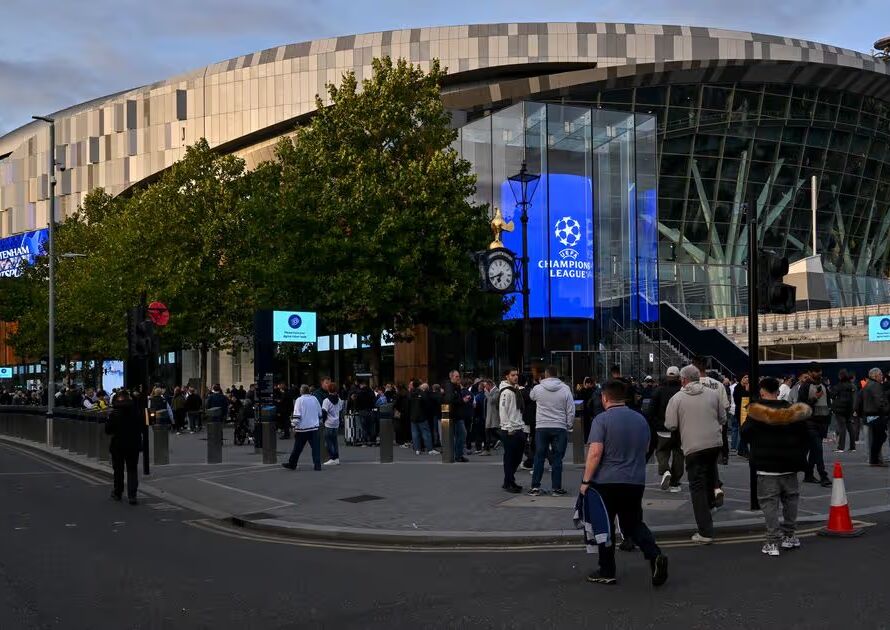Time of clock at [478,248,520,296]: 6:41
